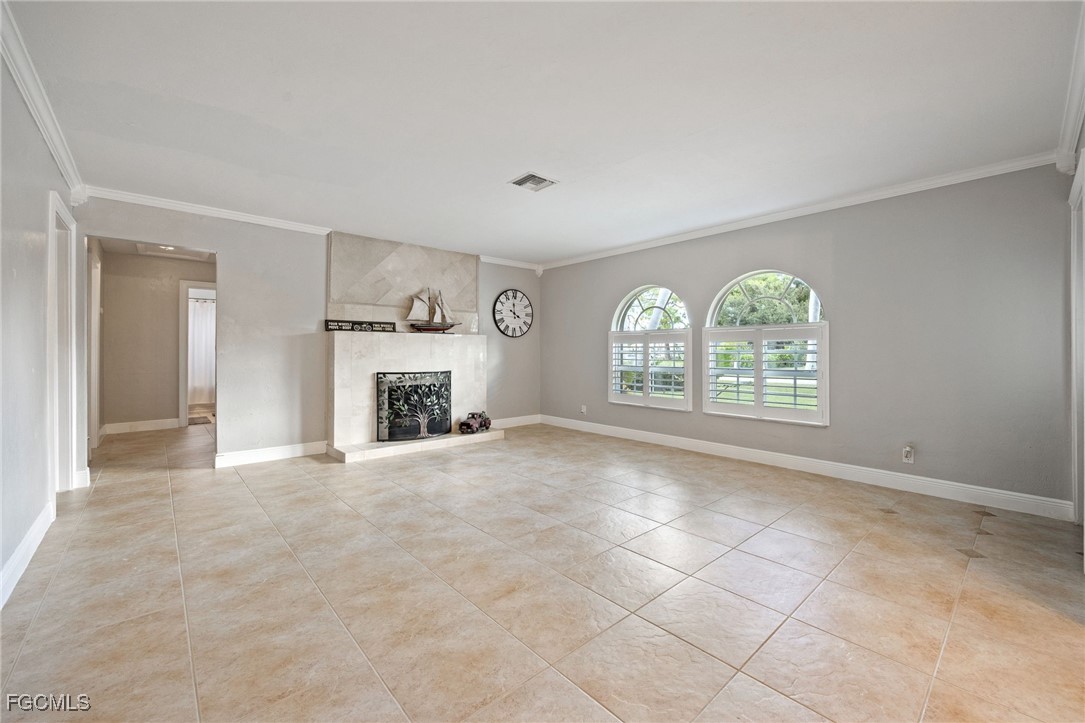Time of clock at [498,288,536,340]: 3:58
